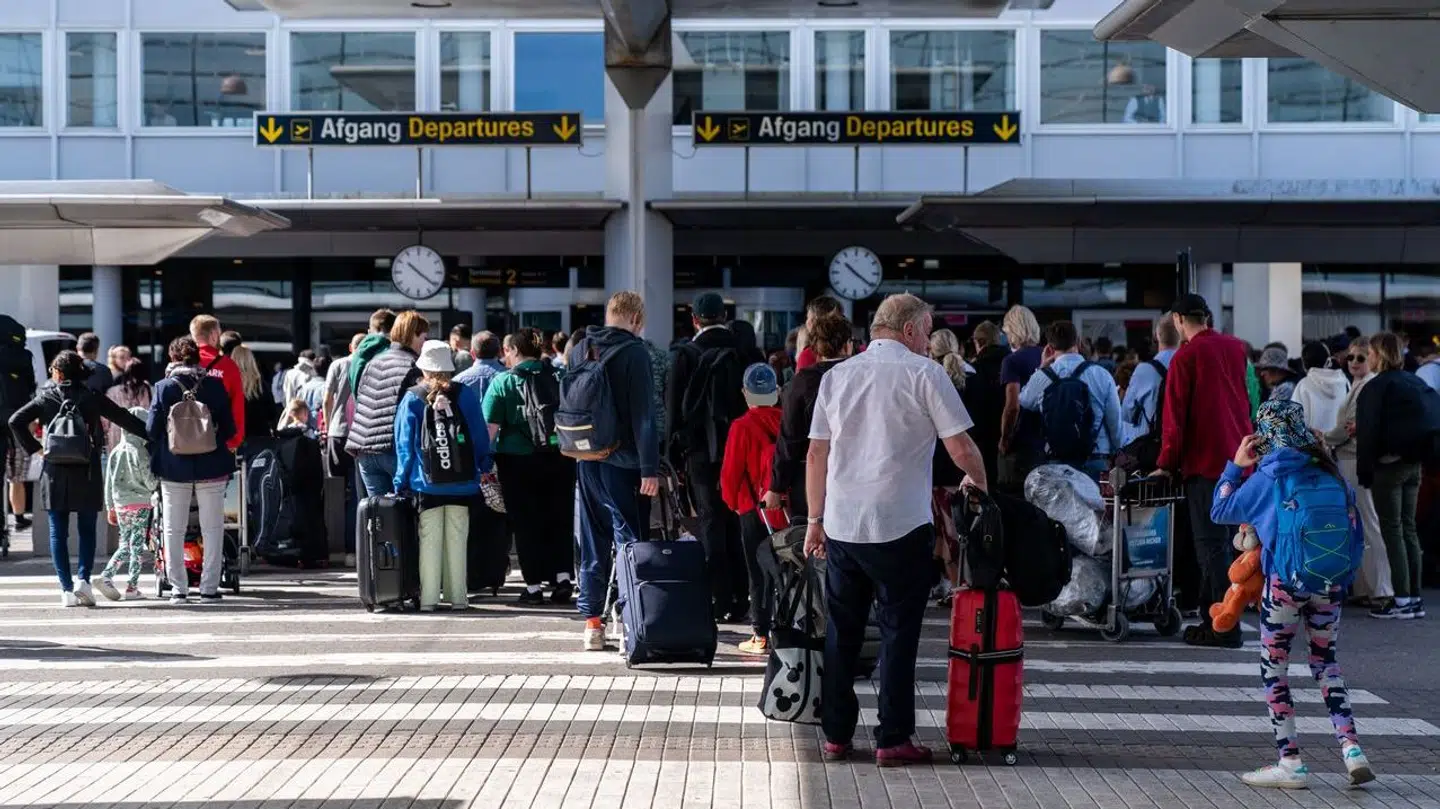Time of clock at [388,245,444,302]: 10:21
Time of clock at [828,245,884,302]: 10:21
